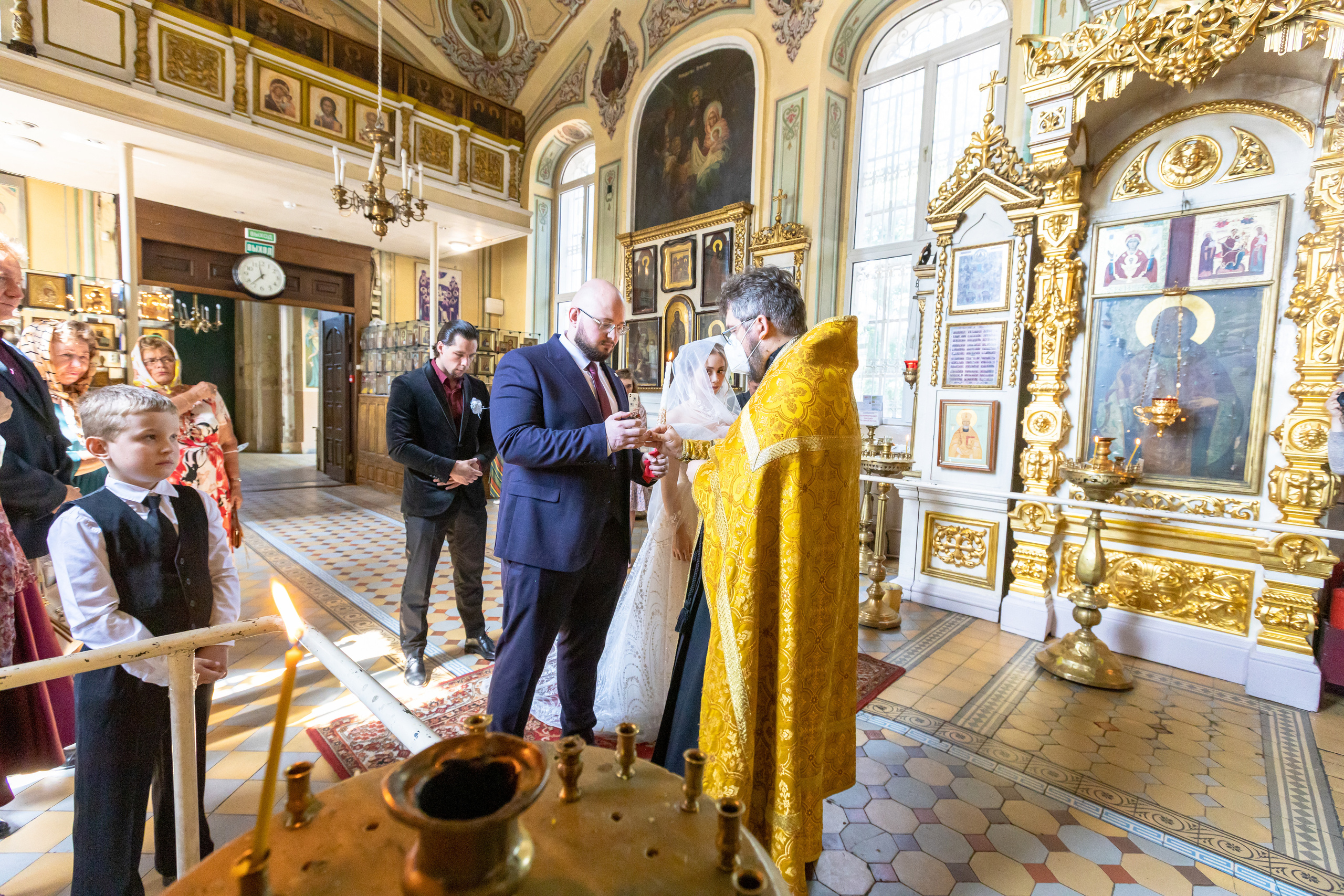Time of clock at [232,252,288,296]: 11:37
